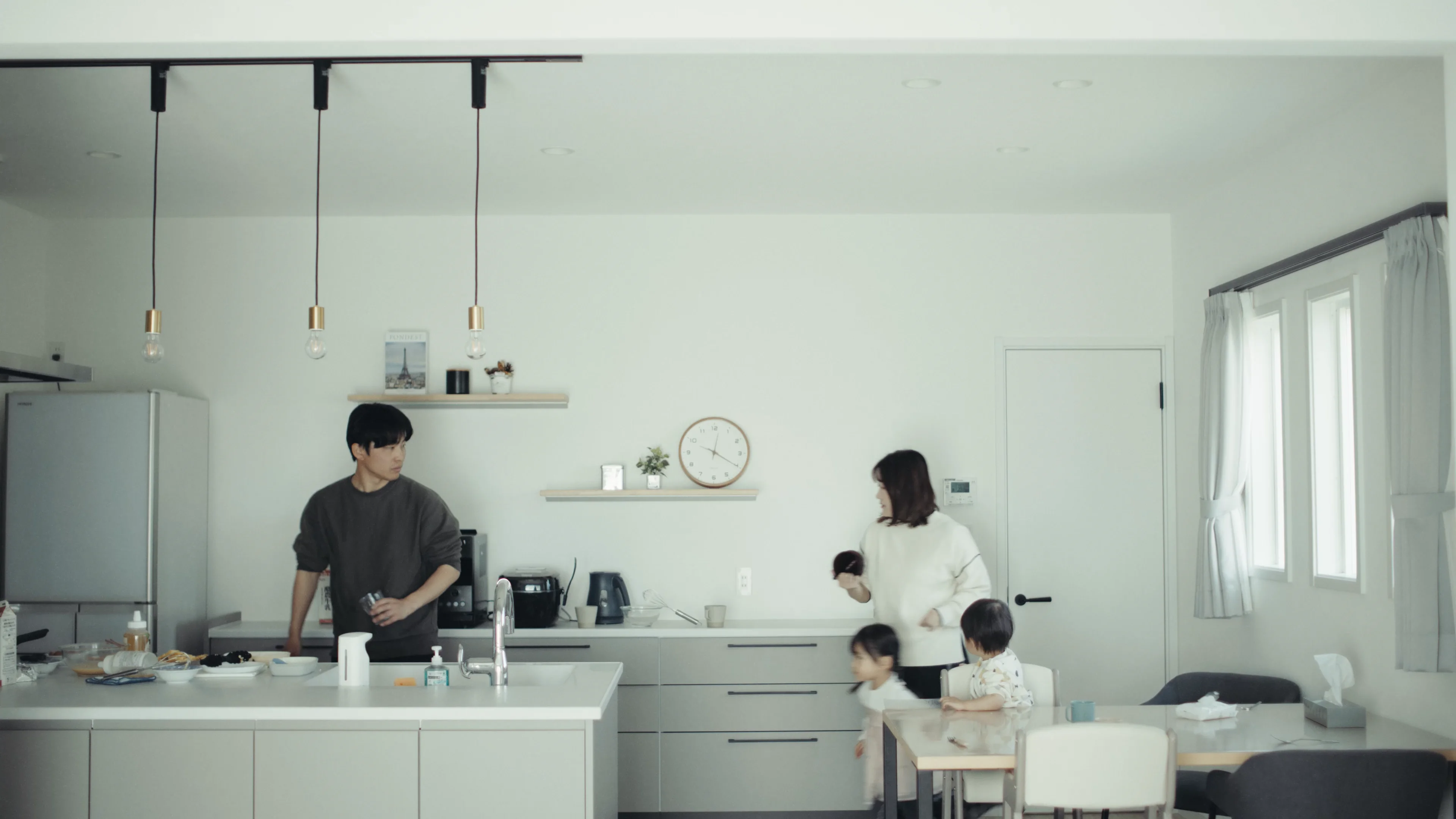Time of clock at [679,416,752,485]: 12:20
